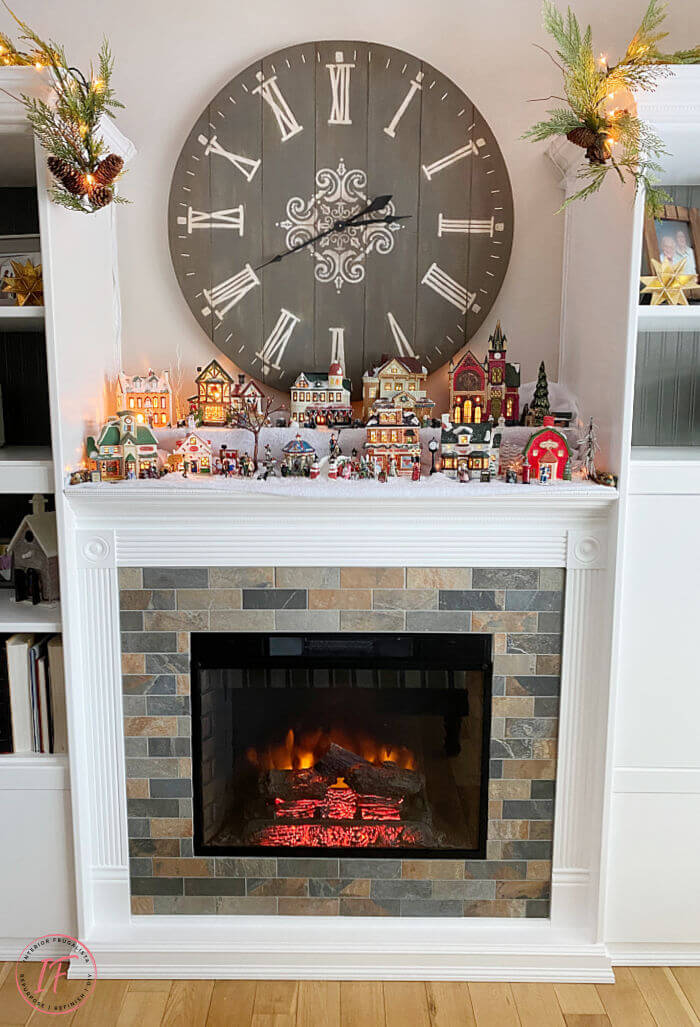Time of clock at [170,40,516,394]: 2:40
